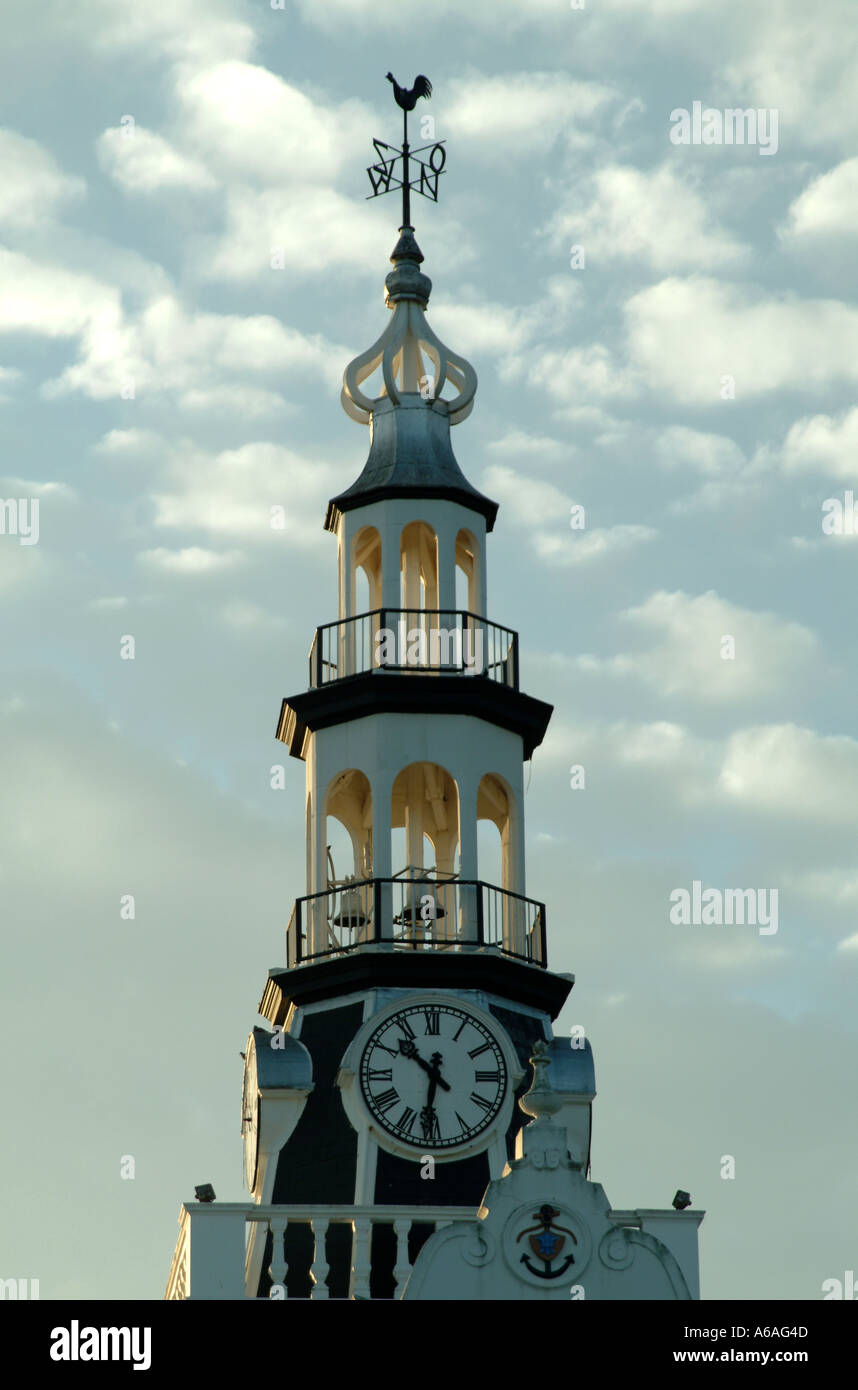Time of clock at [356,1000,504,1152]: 10:31
